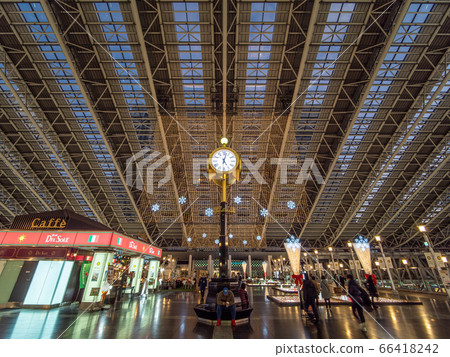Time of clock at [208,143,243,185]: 5:02
